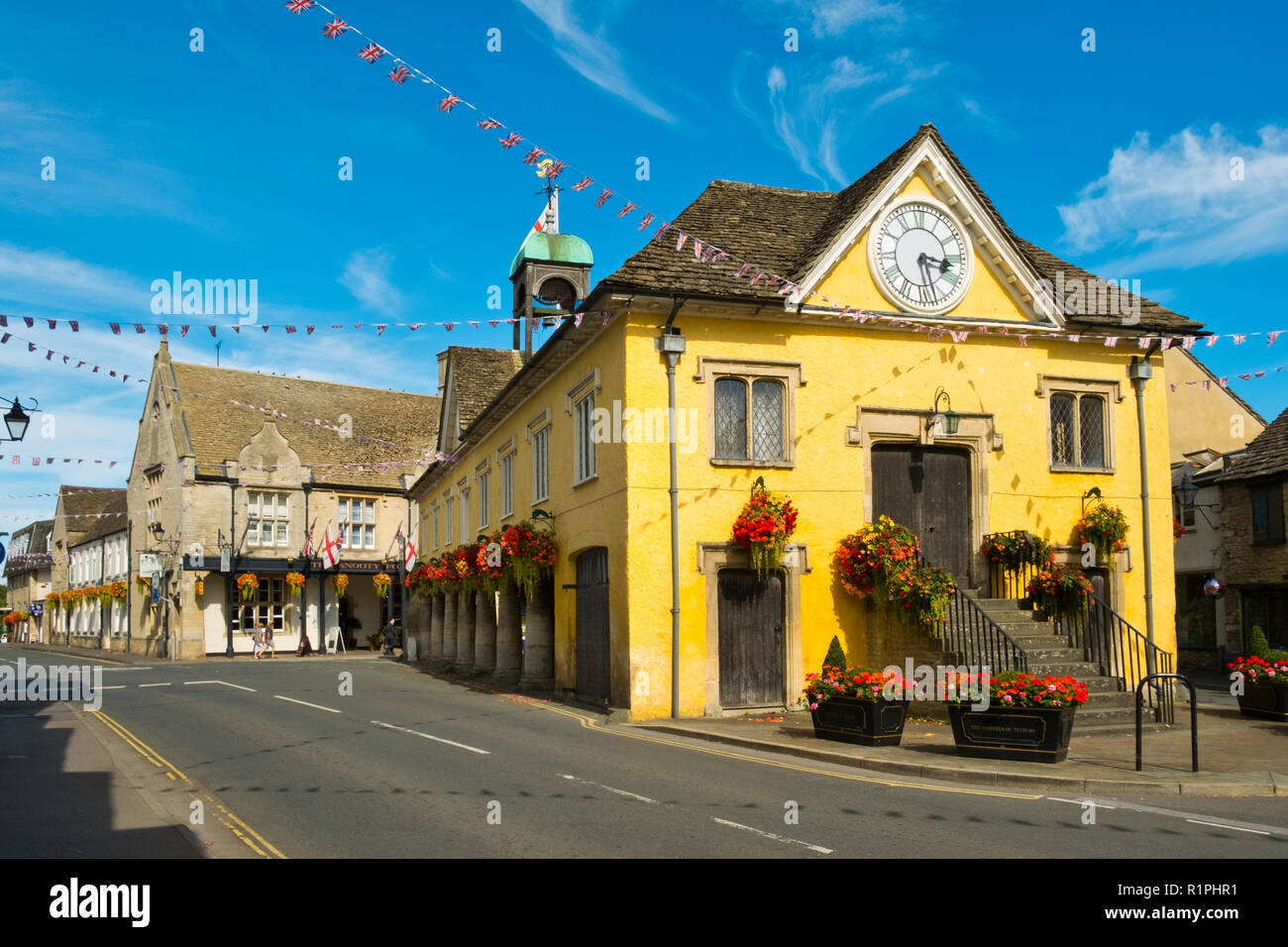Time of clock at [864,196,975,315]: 3:27
